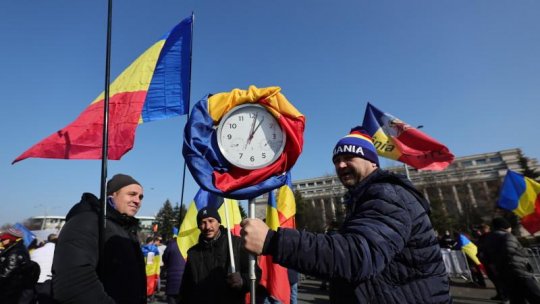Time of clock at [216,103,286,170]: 1:02
